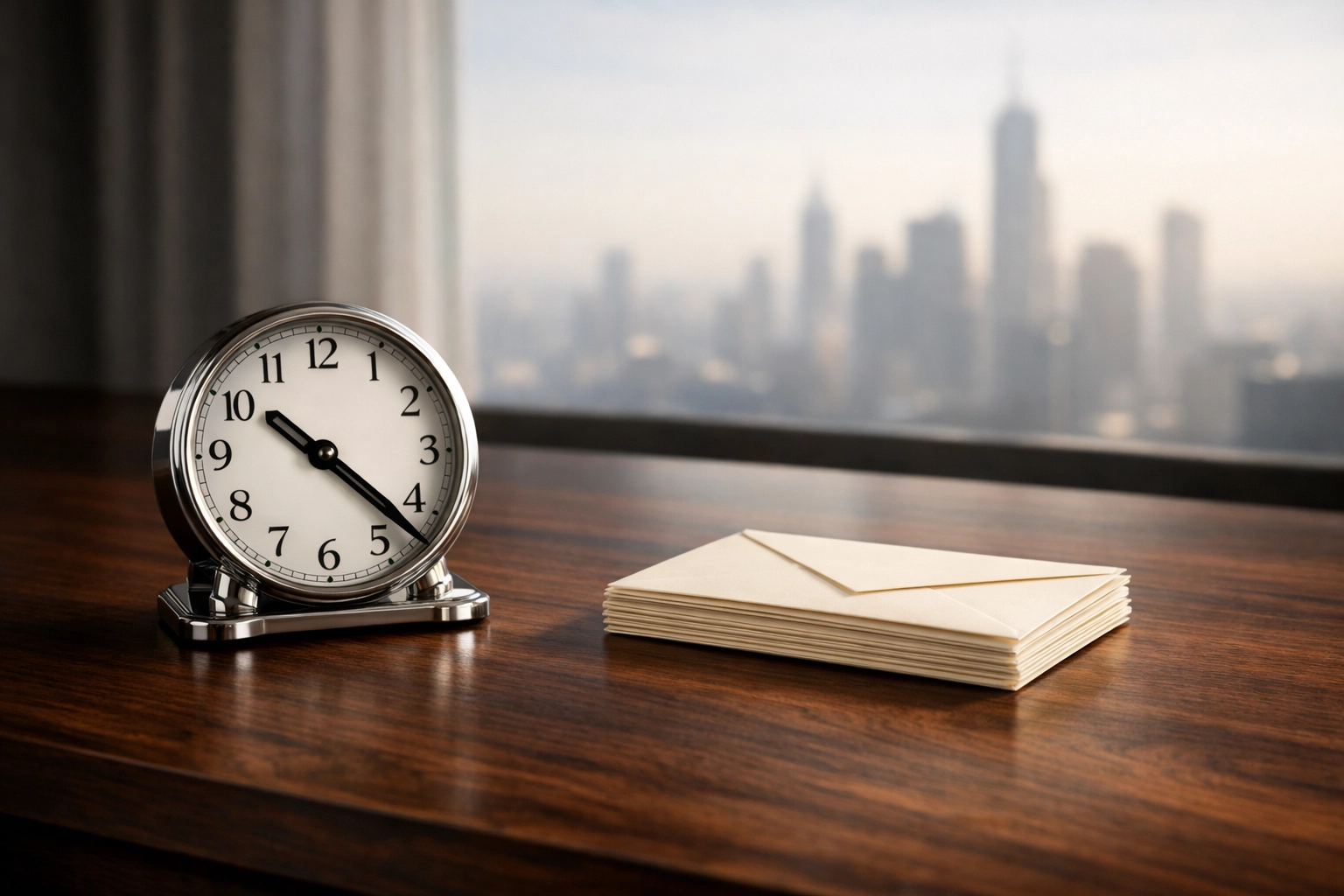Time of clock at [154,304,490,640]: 10:22
